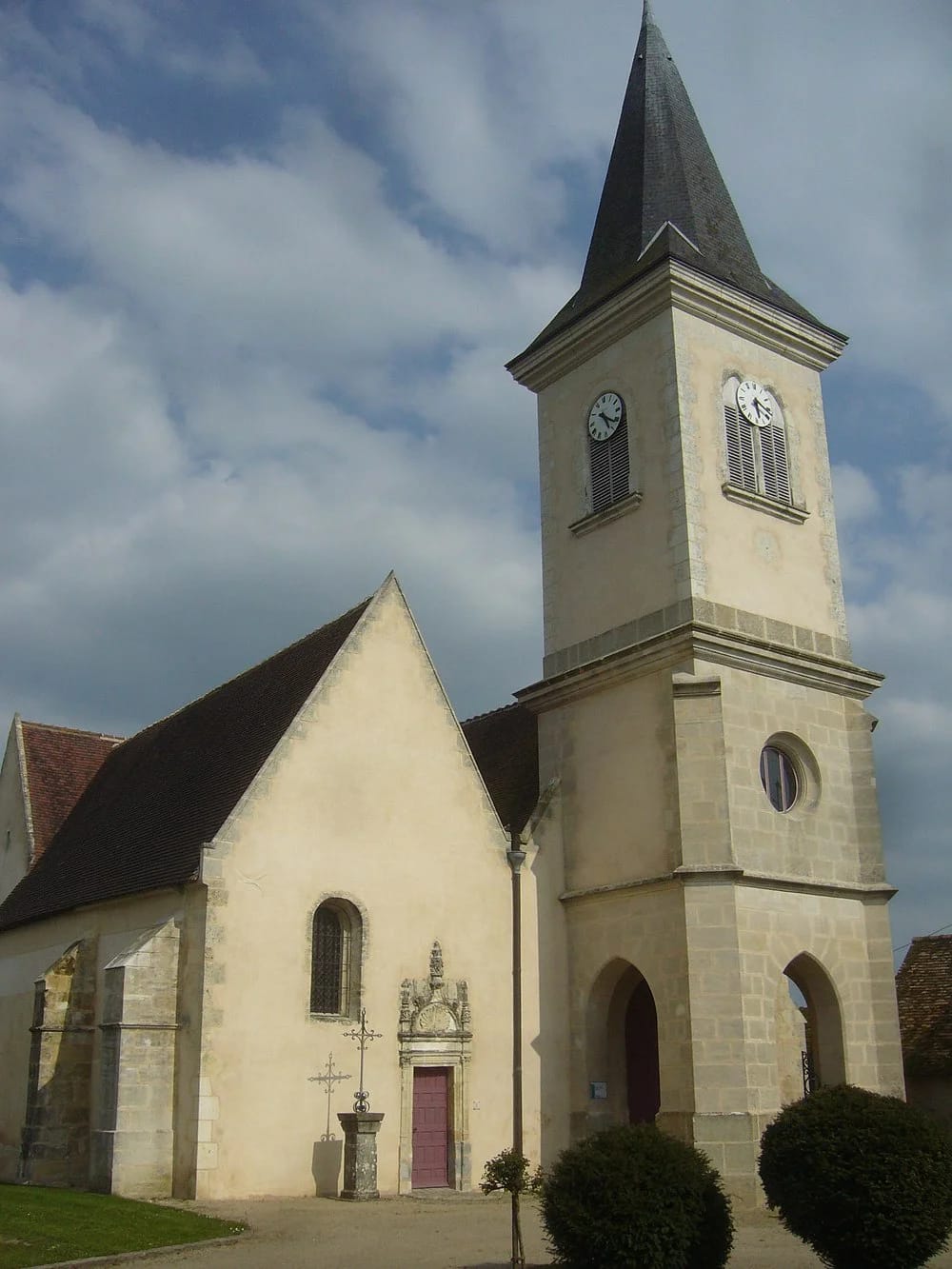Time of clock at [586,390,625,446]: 5:21
